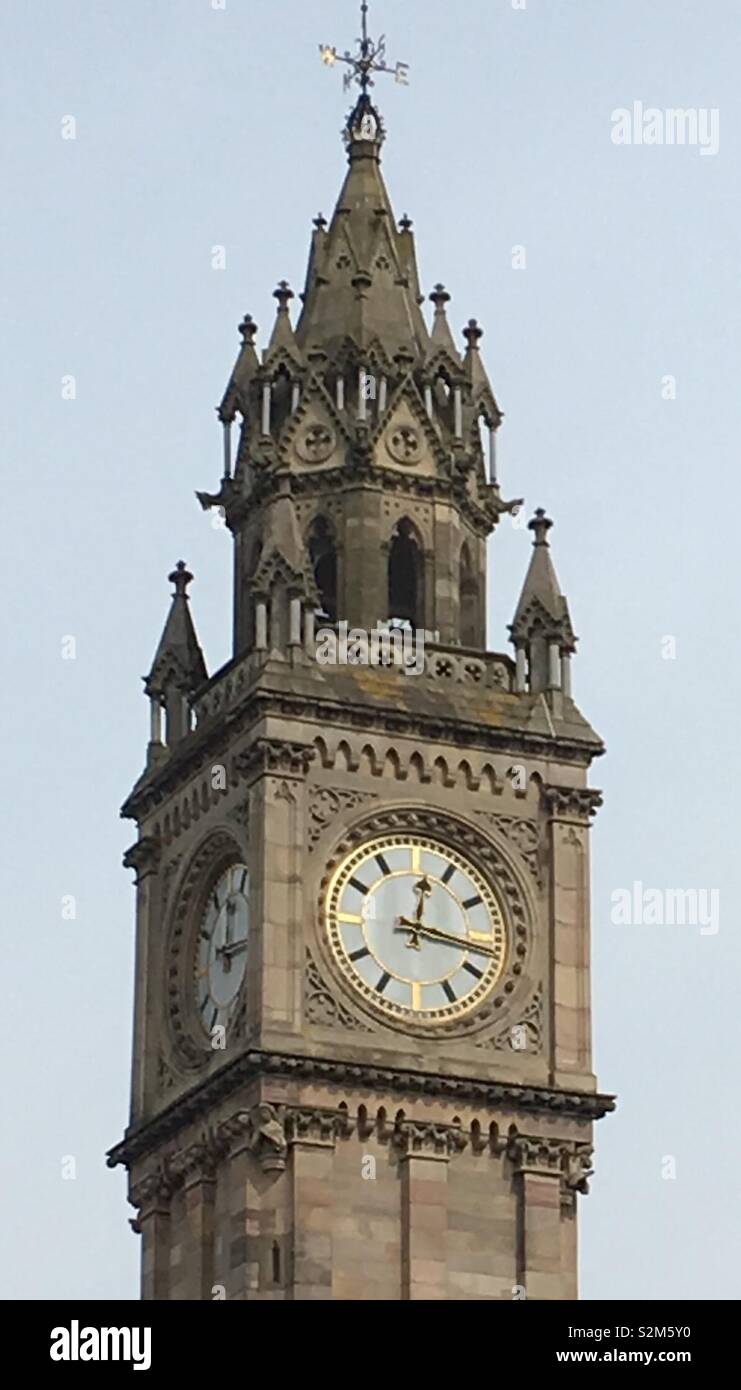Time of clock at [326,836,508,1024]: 12:16
